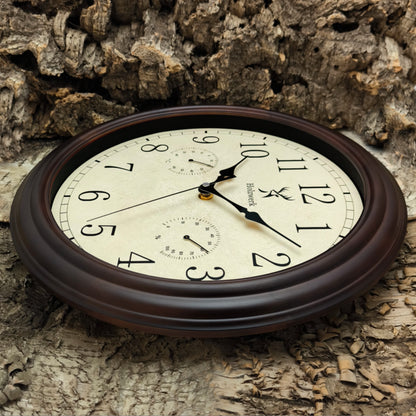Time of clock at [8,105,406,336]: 1:22
